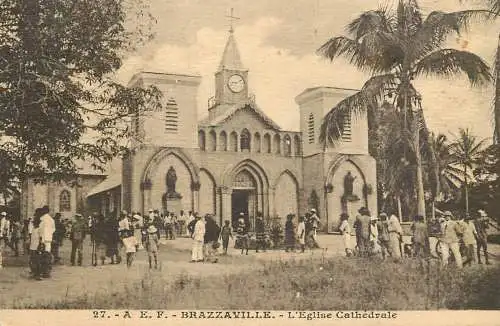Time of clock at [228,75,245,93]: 9:10
